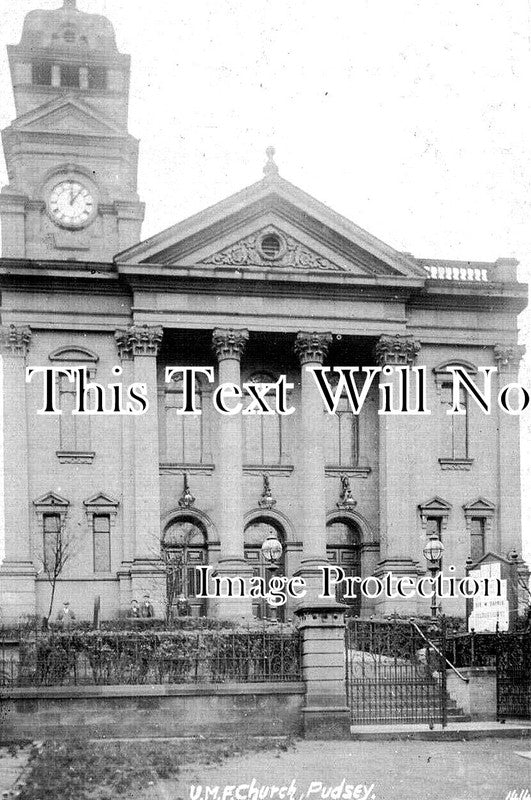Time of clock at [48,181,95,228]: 12:06
